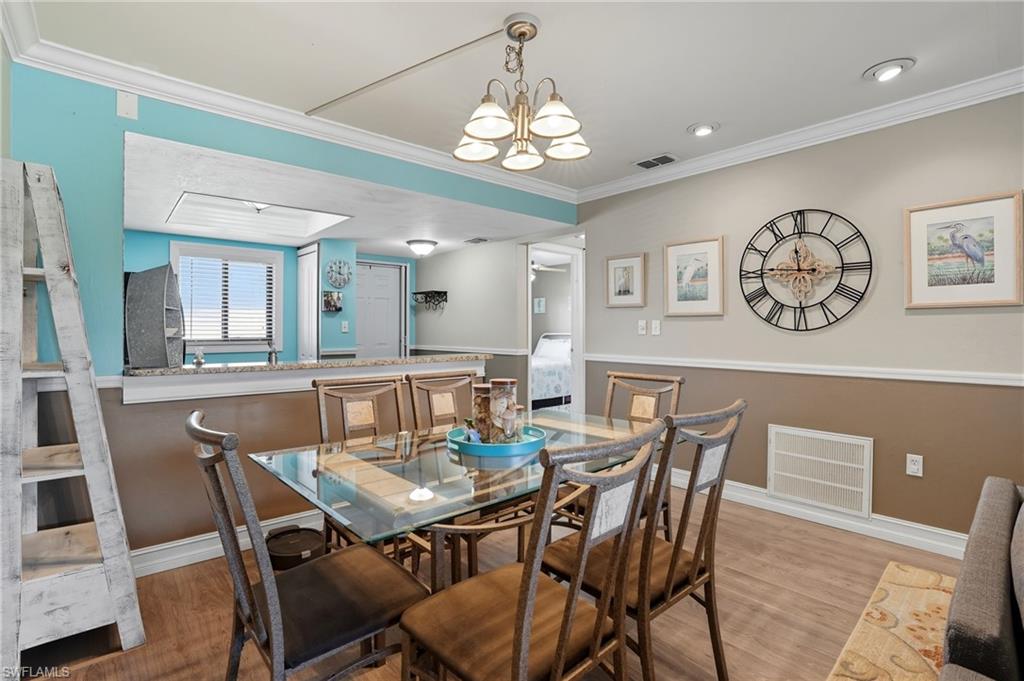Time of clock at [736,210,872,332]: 11:45
